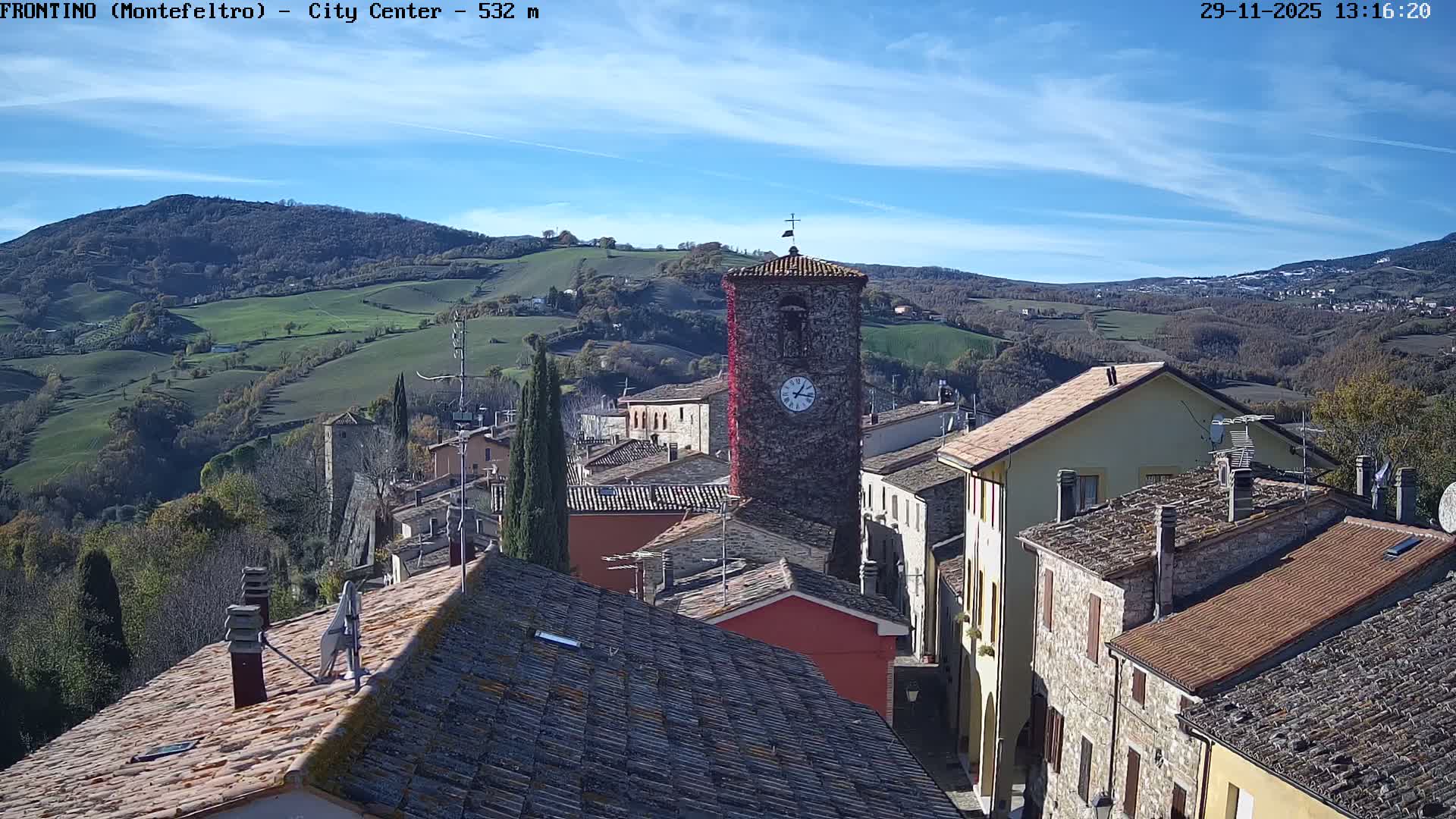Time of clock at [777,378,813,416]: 1:16
